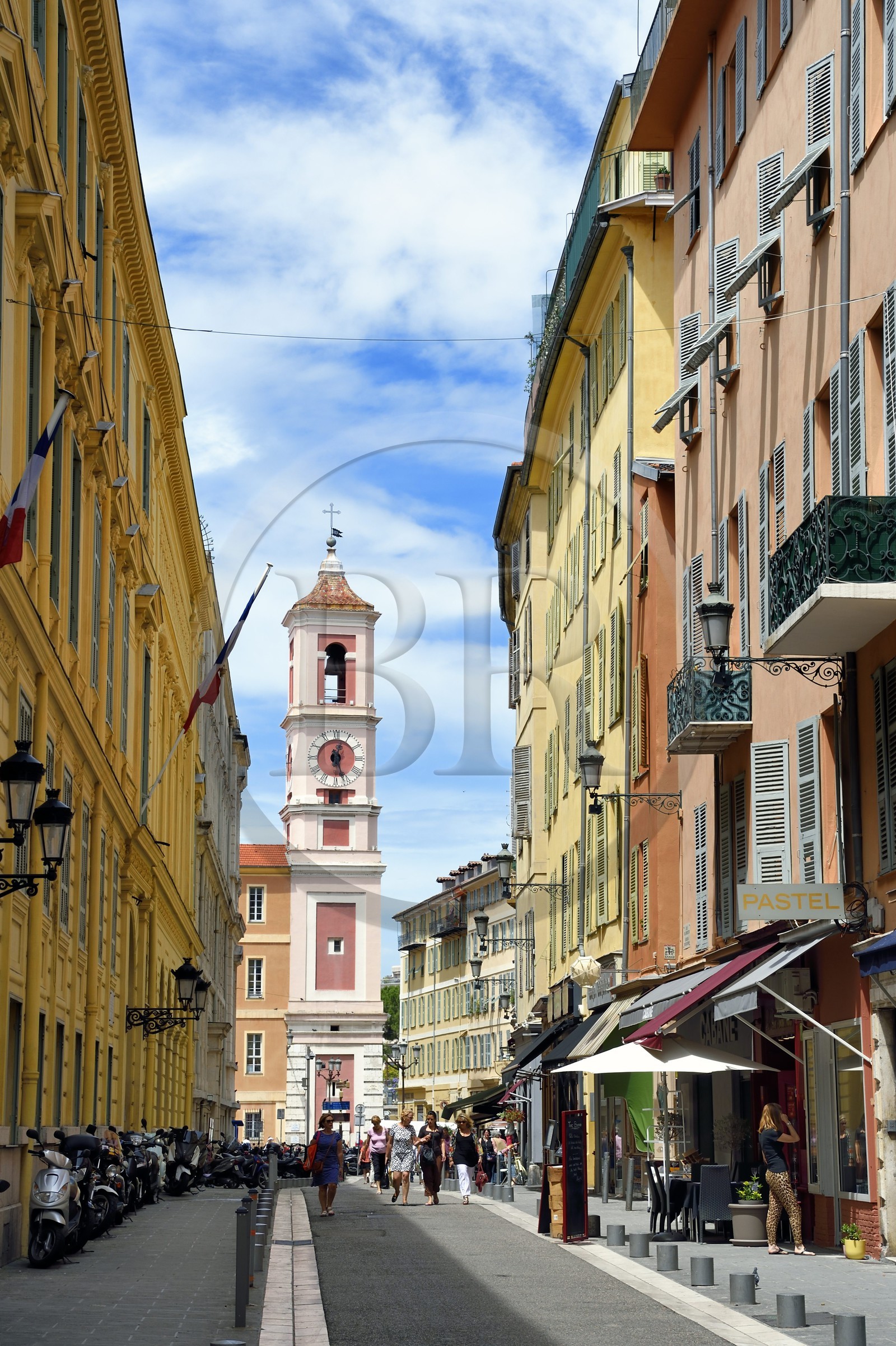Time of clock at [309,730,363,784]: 12:26
